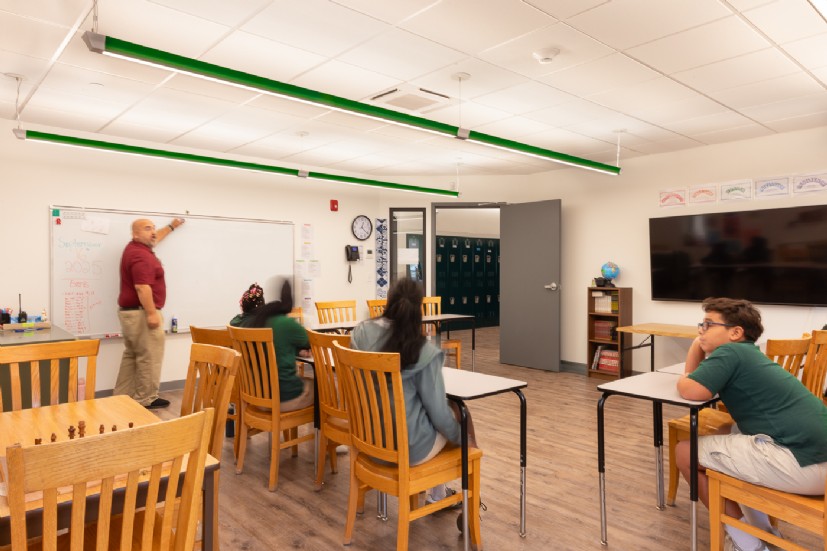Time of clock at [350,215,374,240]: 12:21
